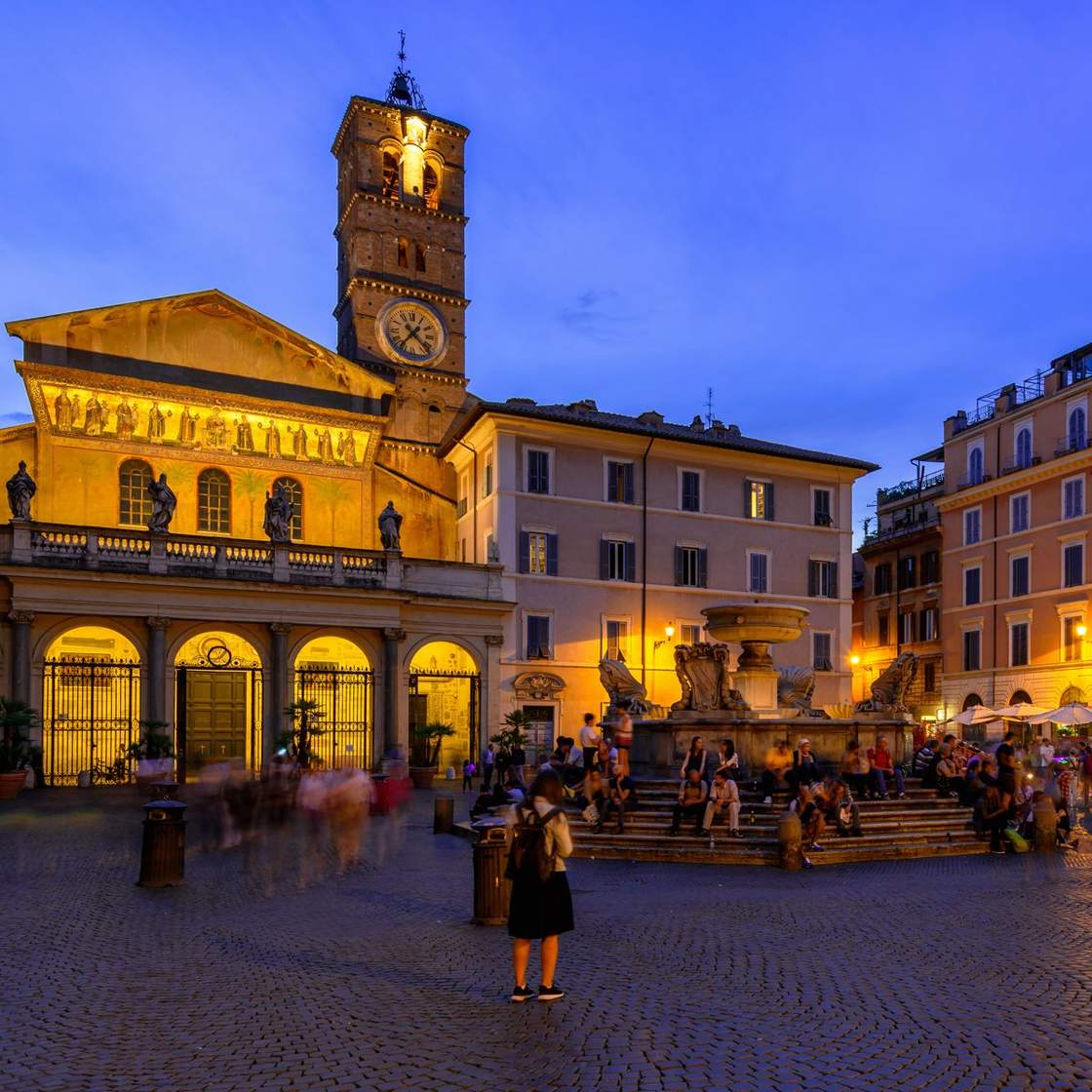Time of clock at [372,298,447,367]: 7:22
